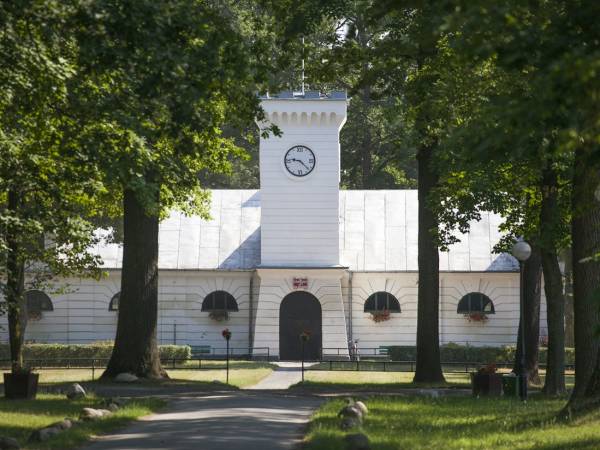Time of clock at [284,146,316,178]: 9:22
